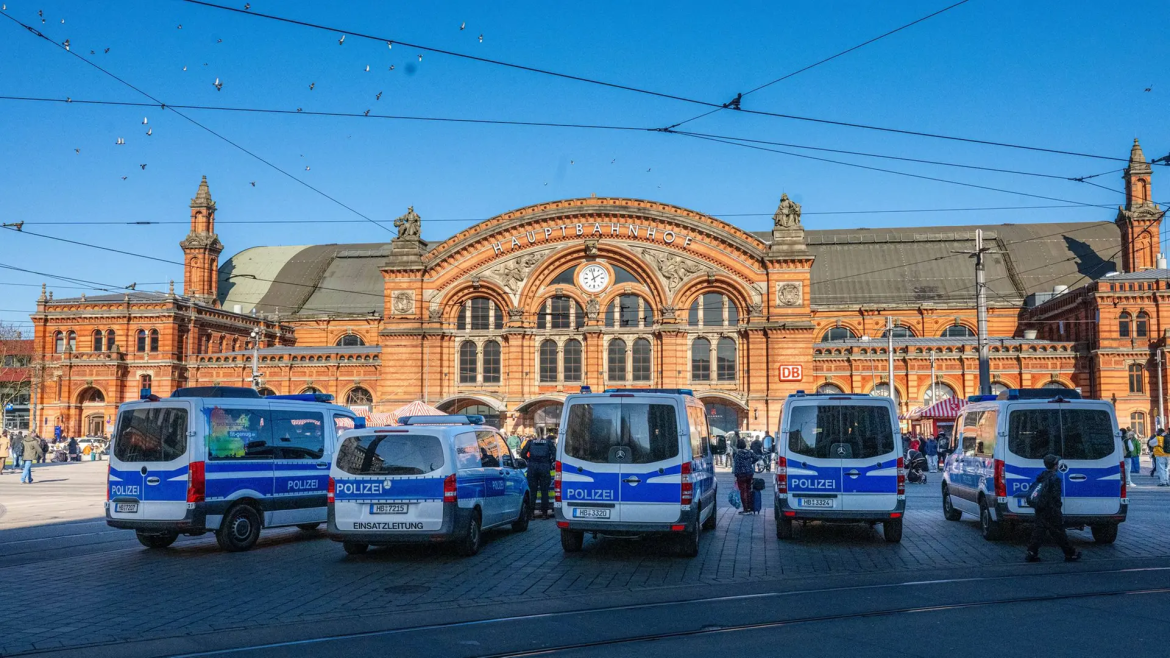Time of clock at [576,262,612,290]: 1:57
